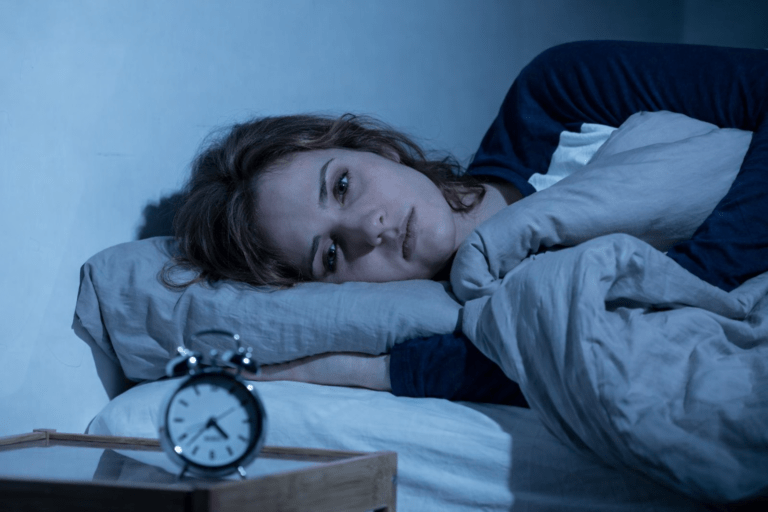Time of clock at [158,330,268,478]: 4:37
